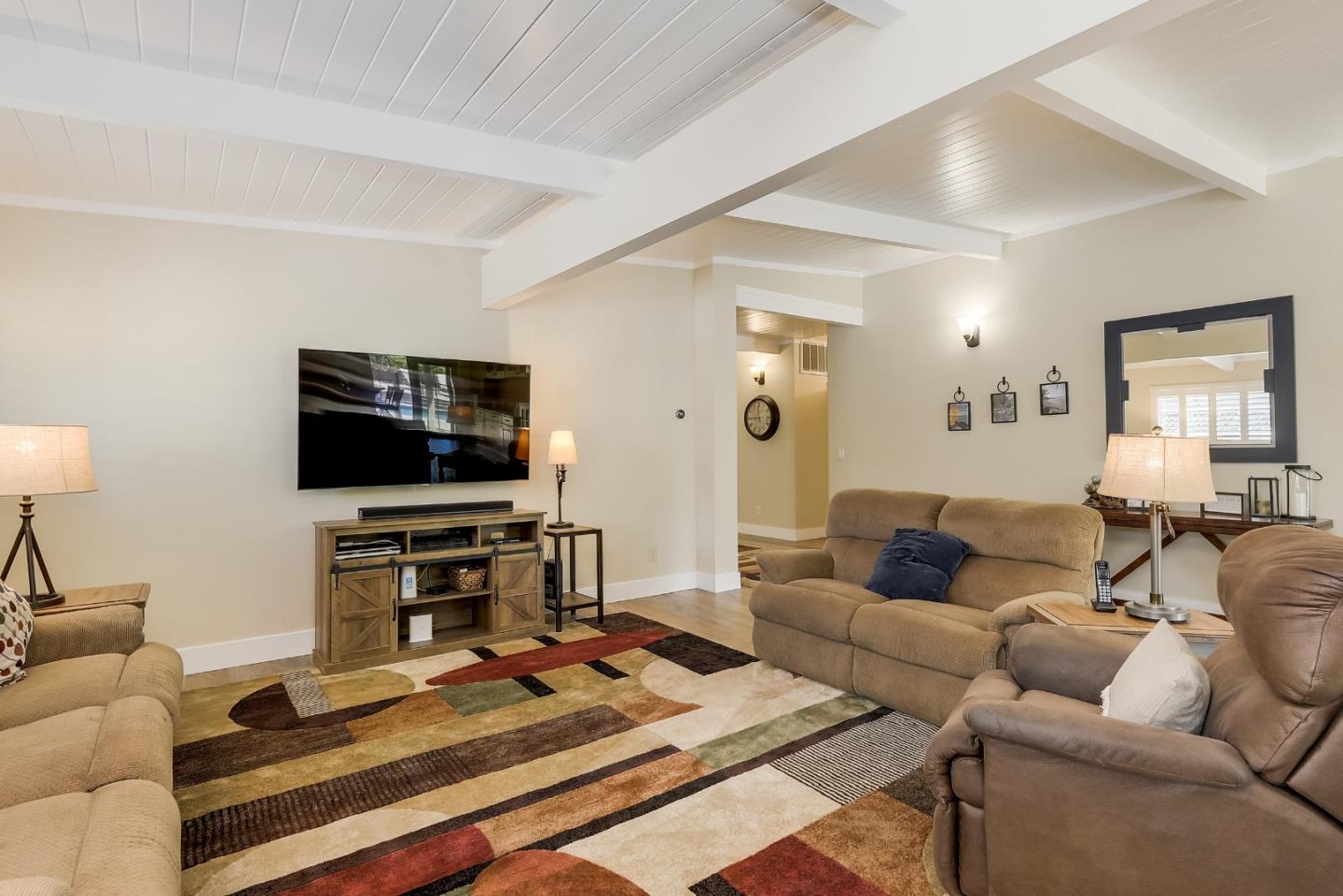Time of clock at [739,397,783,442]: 11:44
